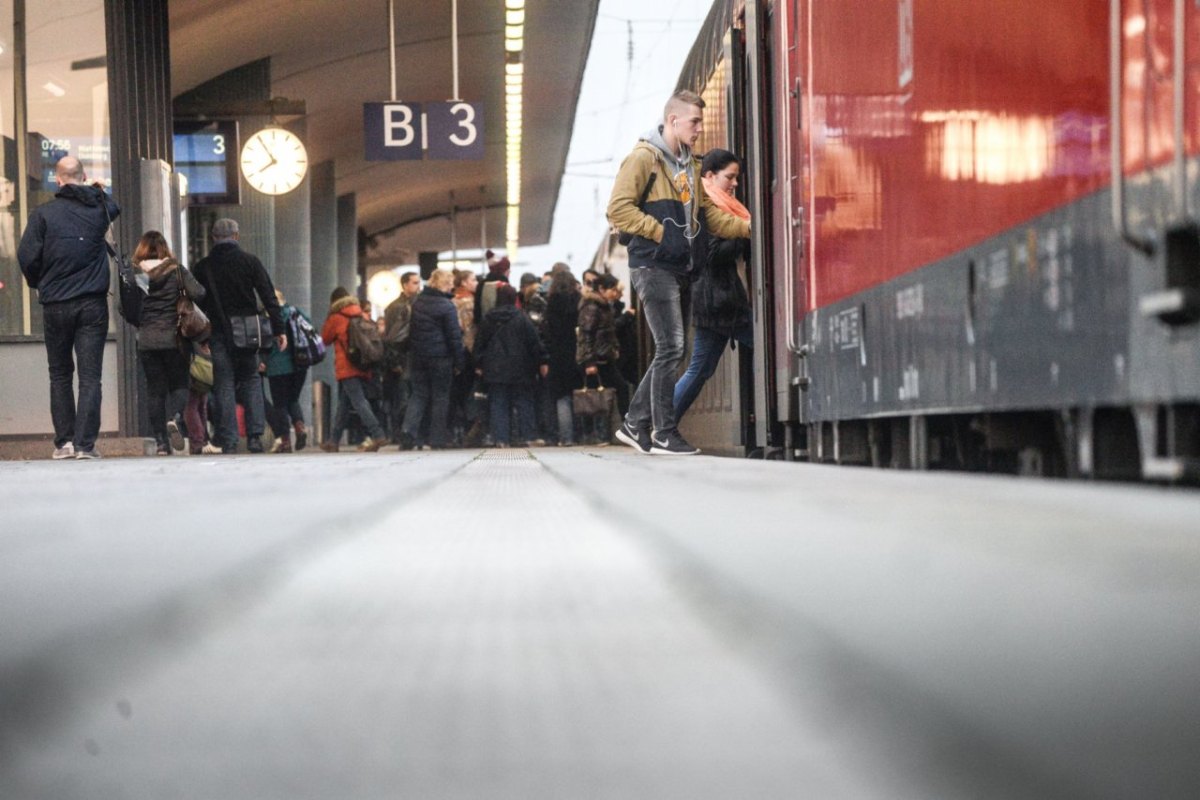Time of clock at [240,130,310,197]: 7:54
